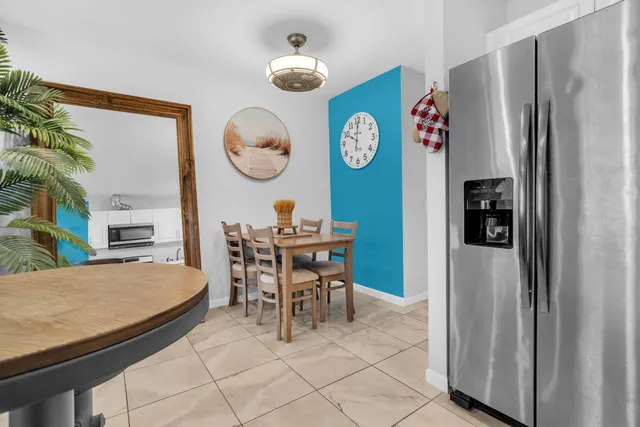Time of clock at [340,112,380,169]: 10:00
